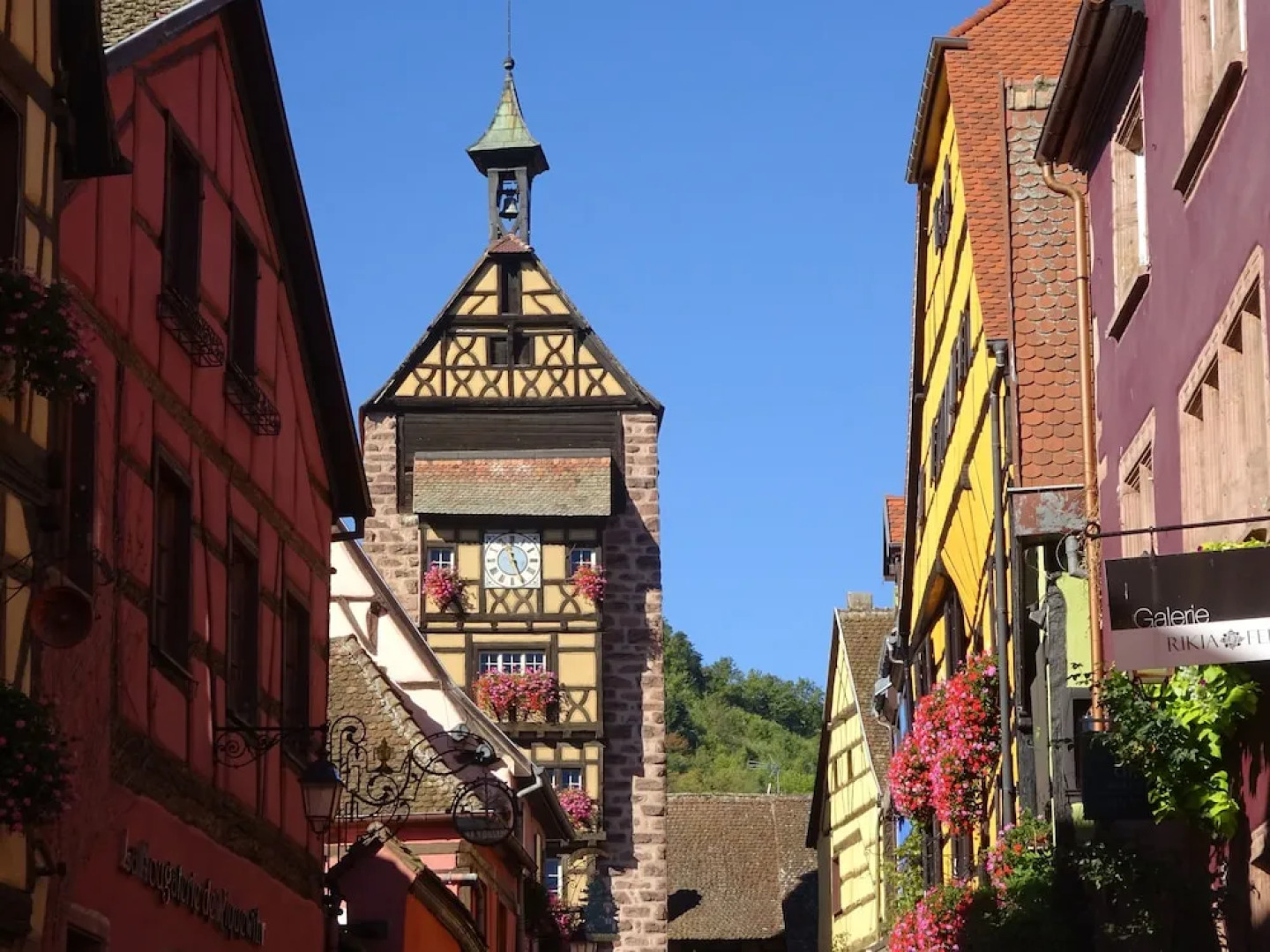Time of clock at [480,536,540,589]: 11:25
